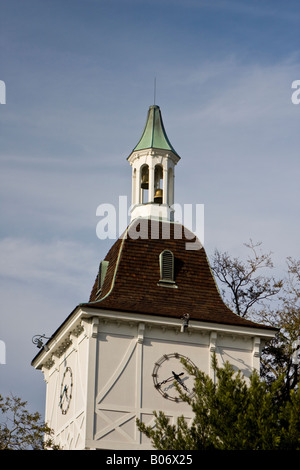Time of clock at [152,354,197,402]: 4:40
